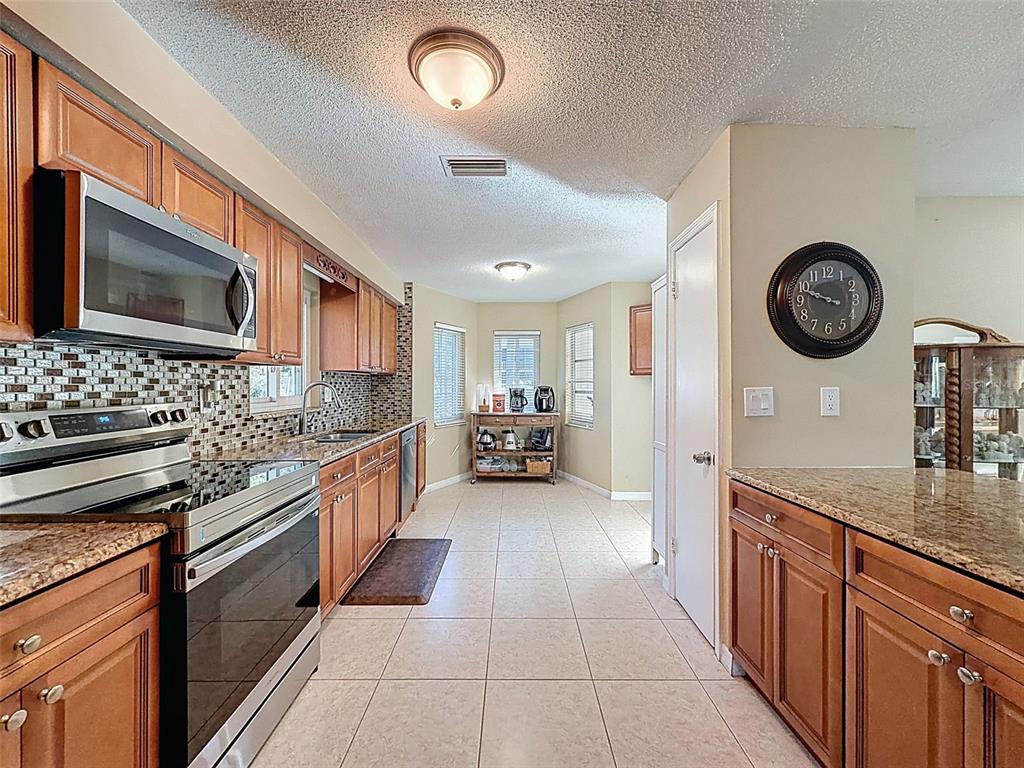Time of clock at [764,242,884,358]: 9:48
